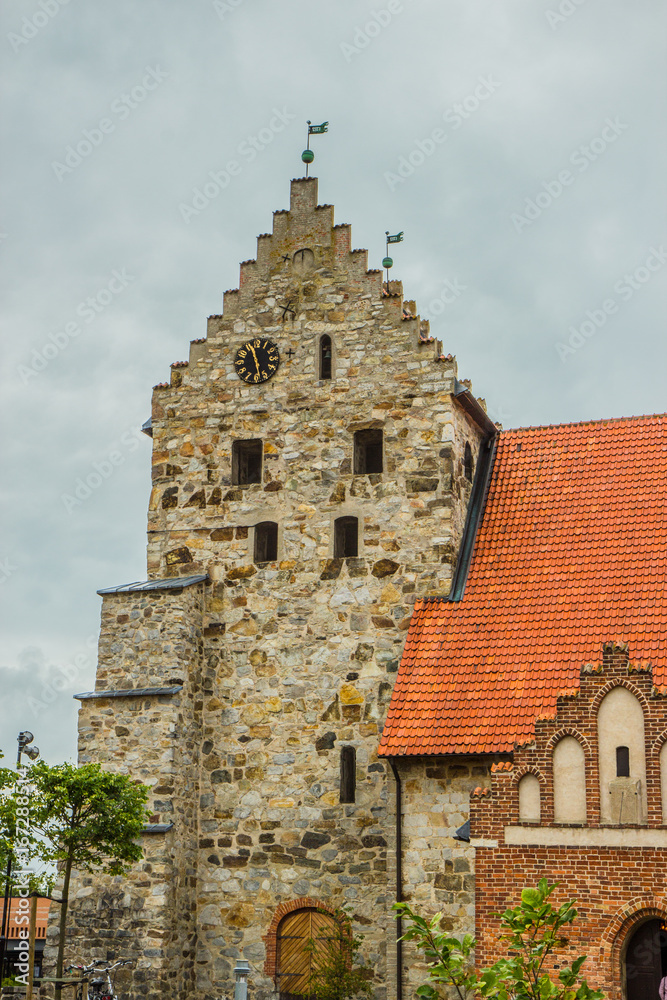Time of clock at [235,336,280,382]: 11:28
